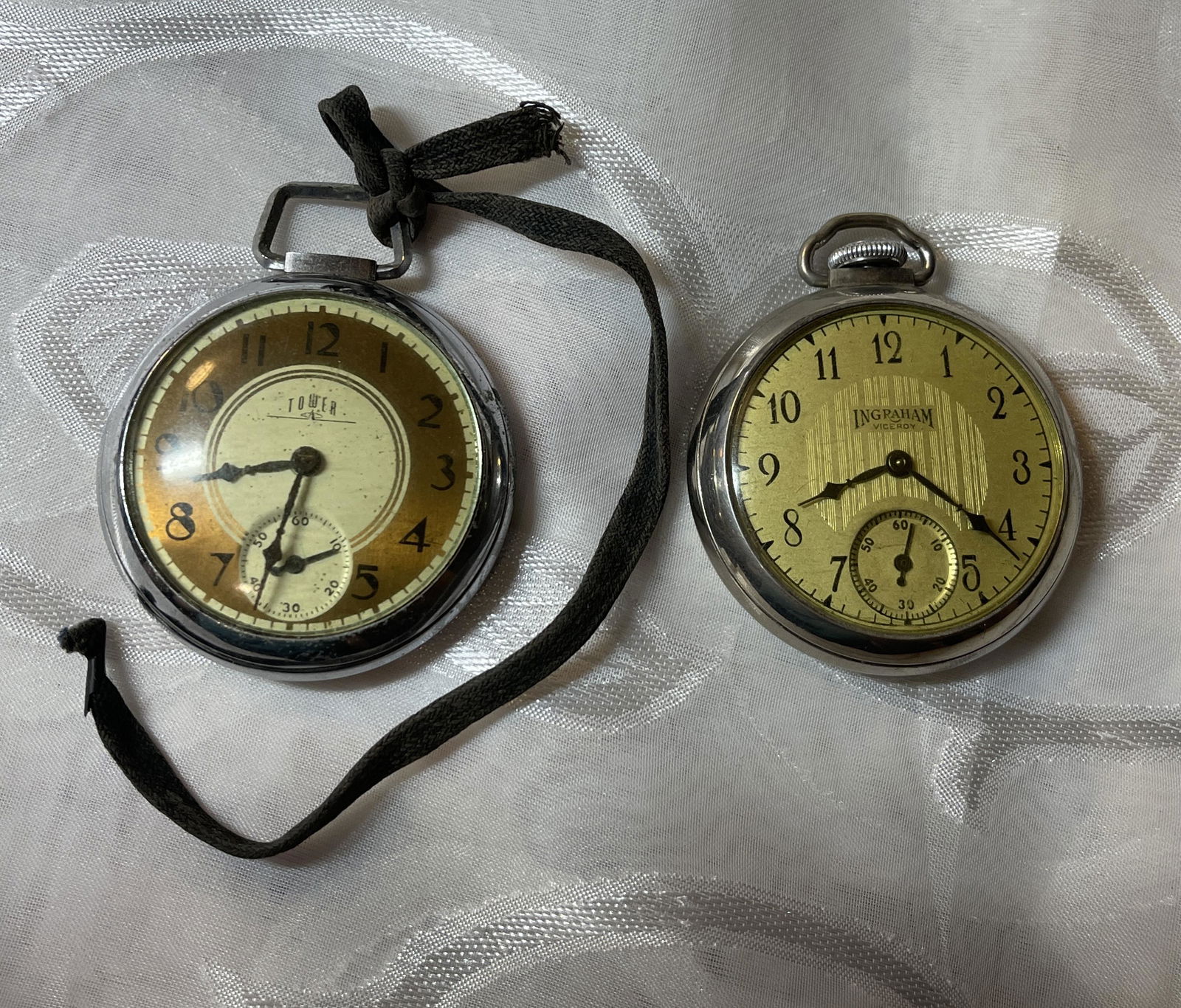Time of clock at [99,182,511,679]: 8:32
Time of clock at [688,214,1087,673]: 8:21
